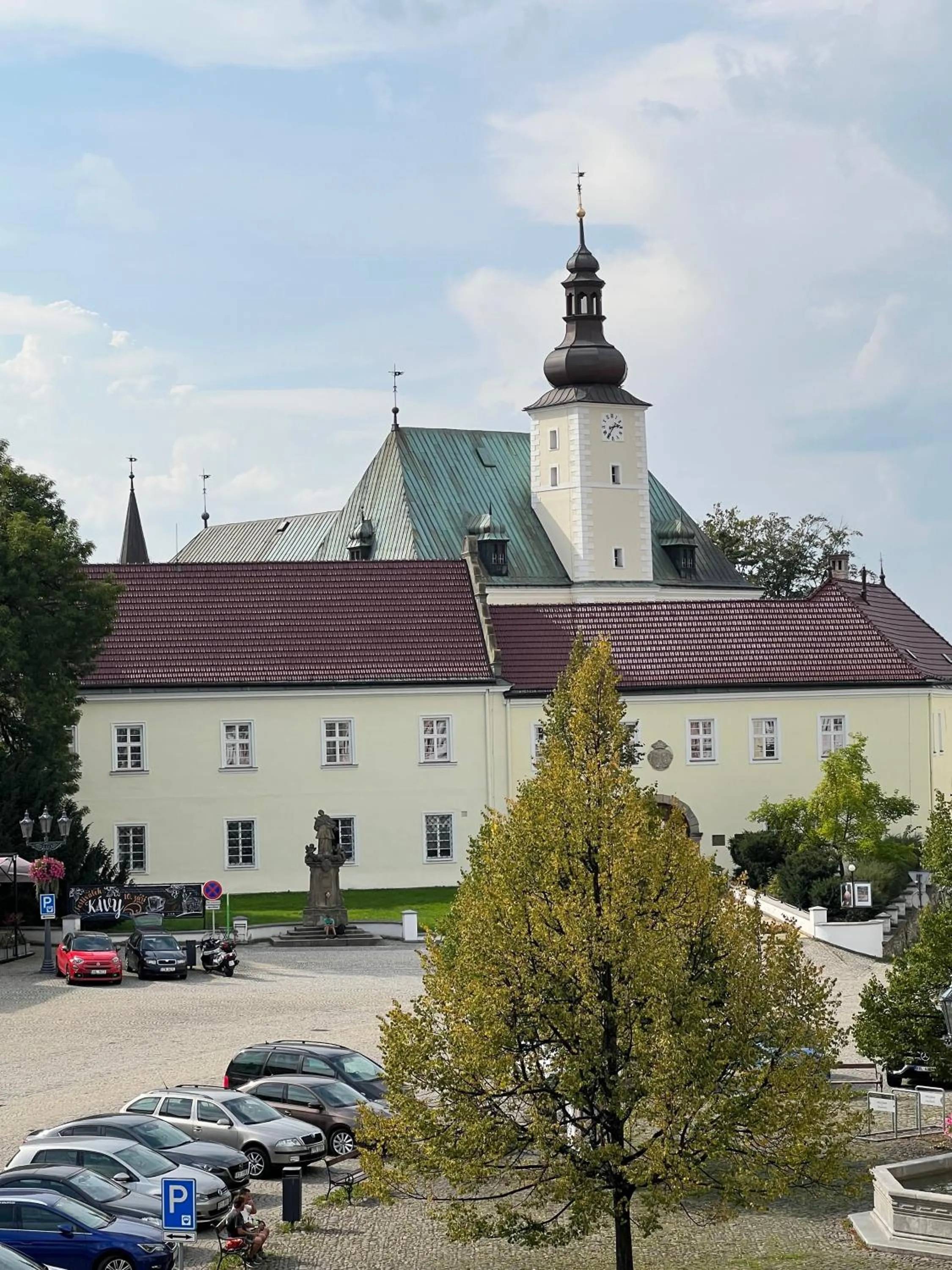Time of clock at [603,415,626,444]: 2:35
